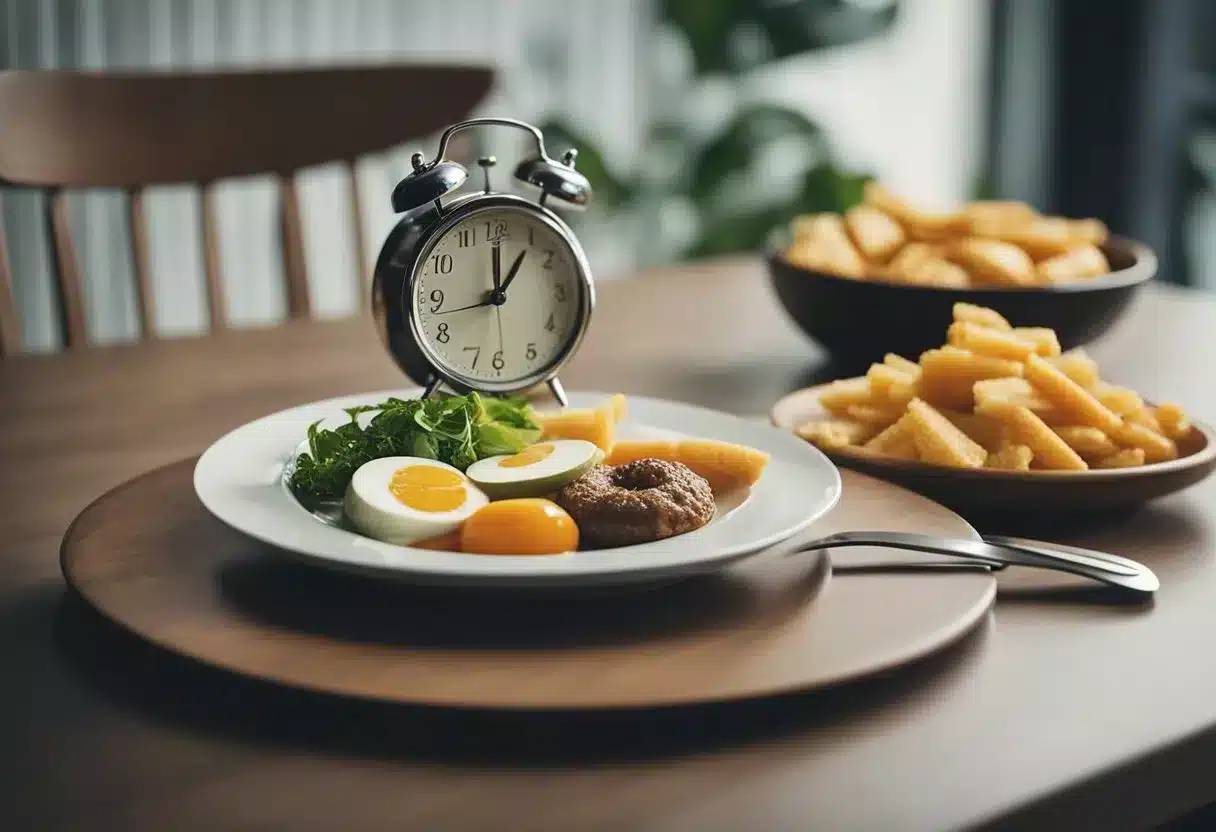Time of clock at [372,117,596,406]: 12:06
